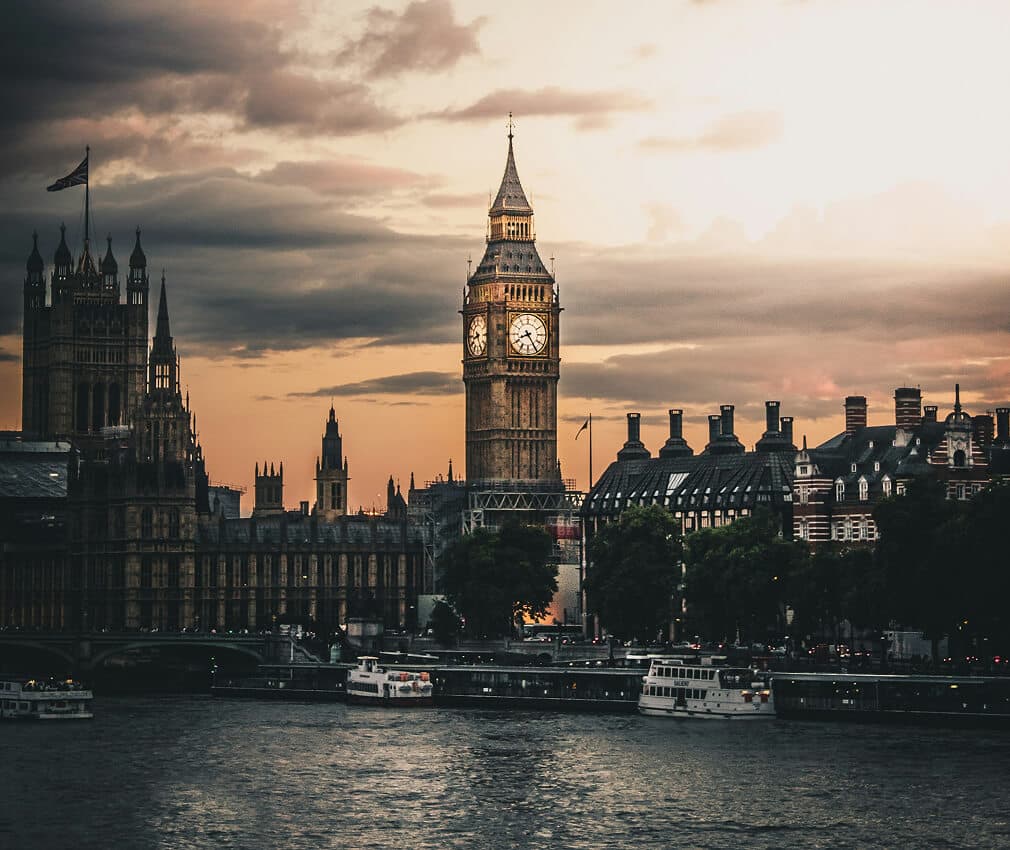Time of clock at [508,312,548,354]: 8:24
